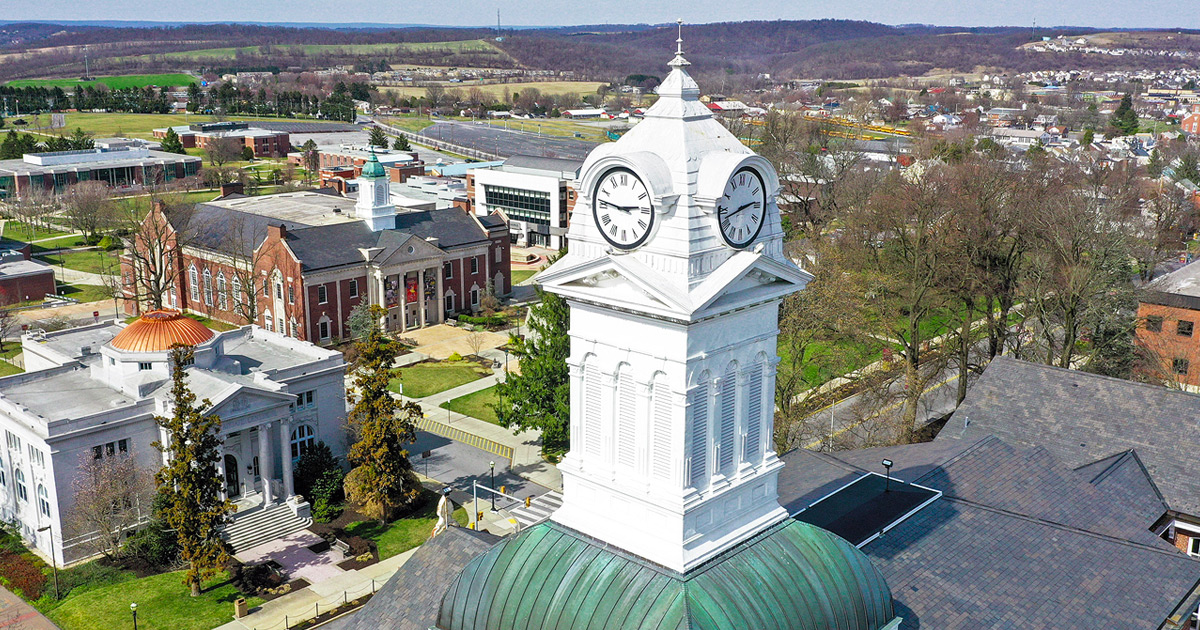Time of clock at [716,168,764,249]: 2:42
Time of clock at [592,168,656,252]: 2:46
